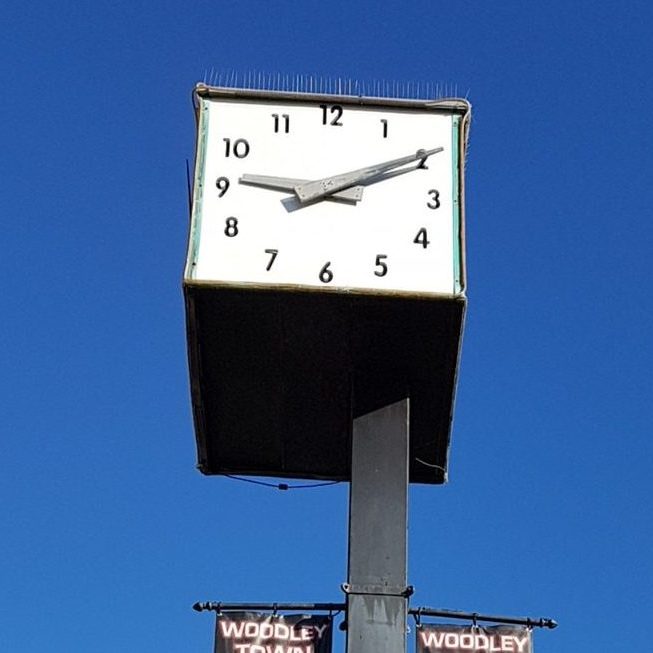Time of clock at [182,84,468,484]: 9:10
